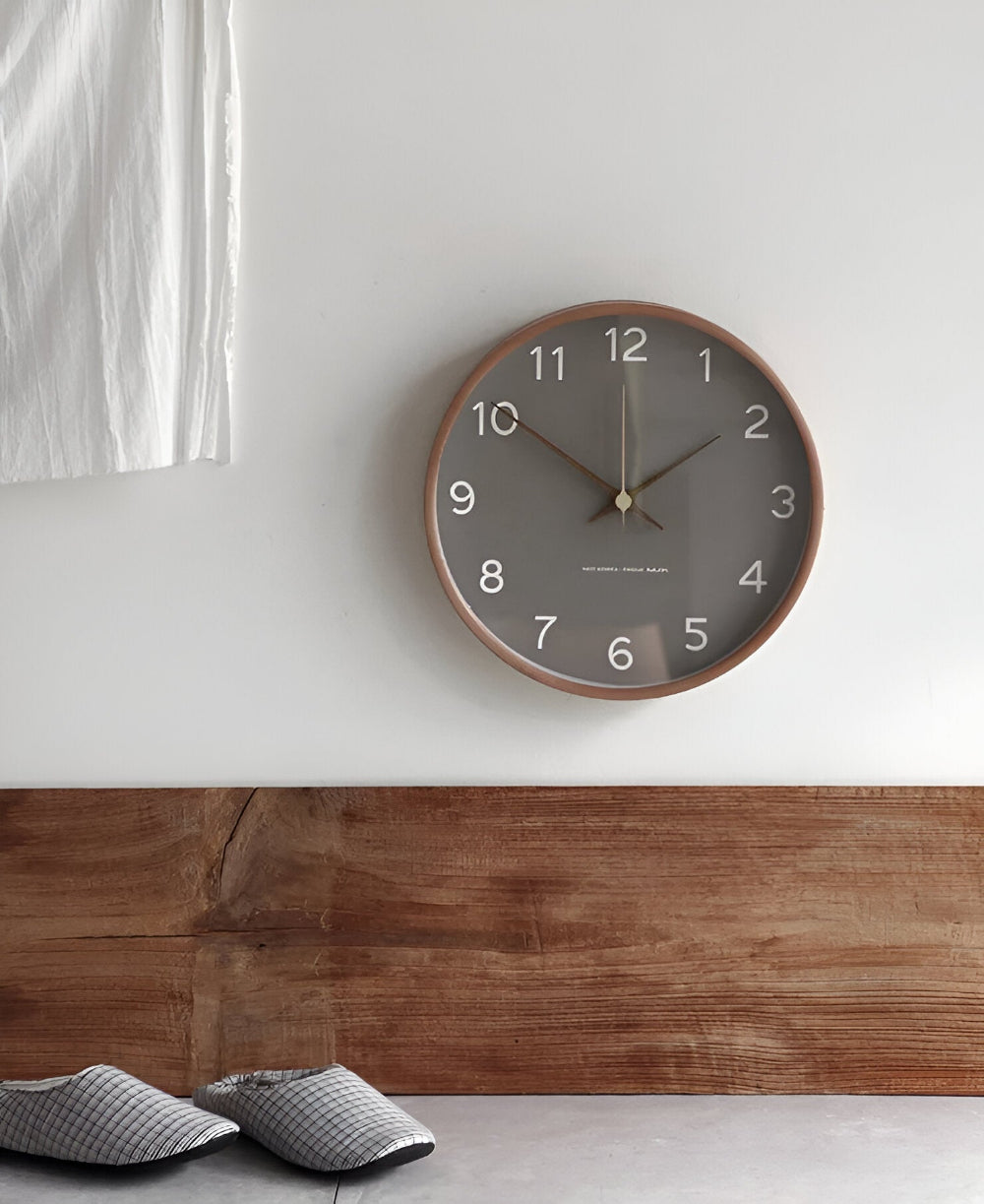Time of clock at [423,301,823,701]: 1:50
